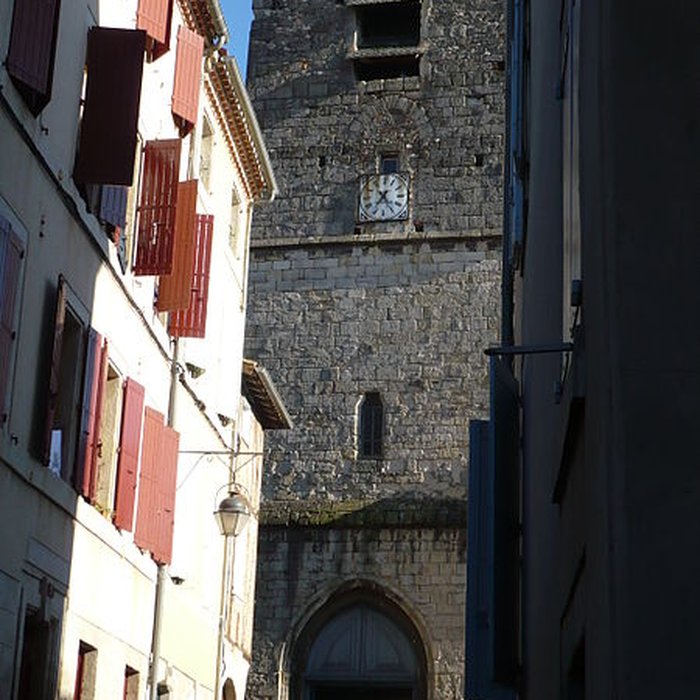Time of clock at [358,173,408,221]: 7:24
